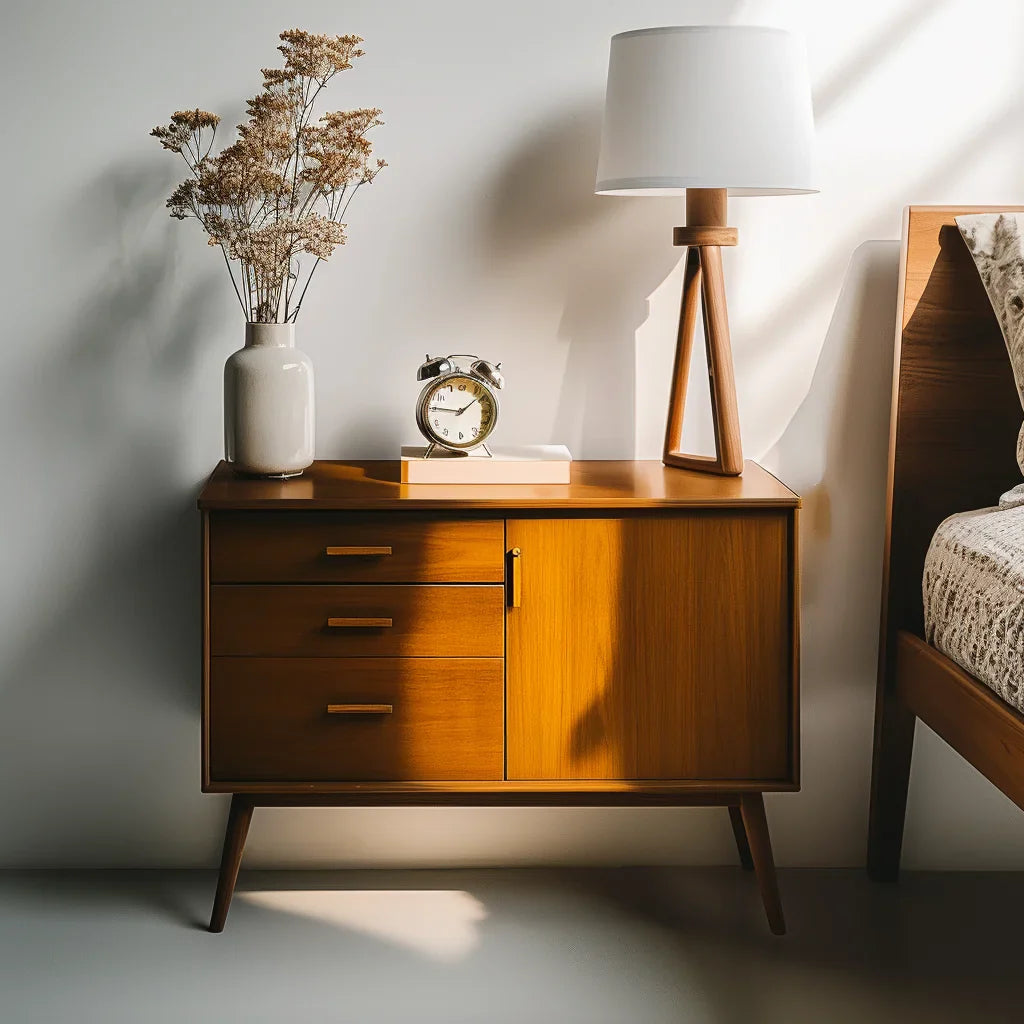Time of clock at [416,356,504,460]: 1:46
